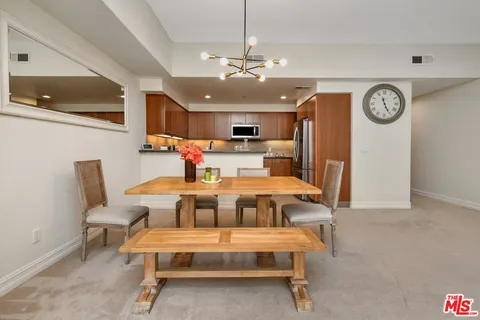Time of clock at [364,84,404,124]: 11:25
